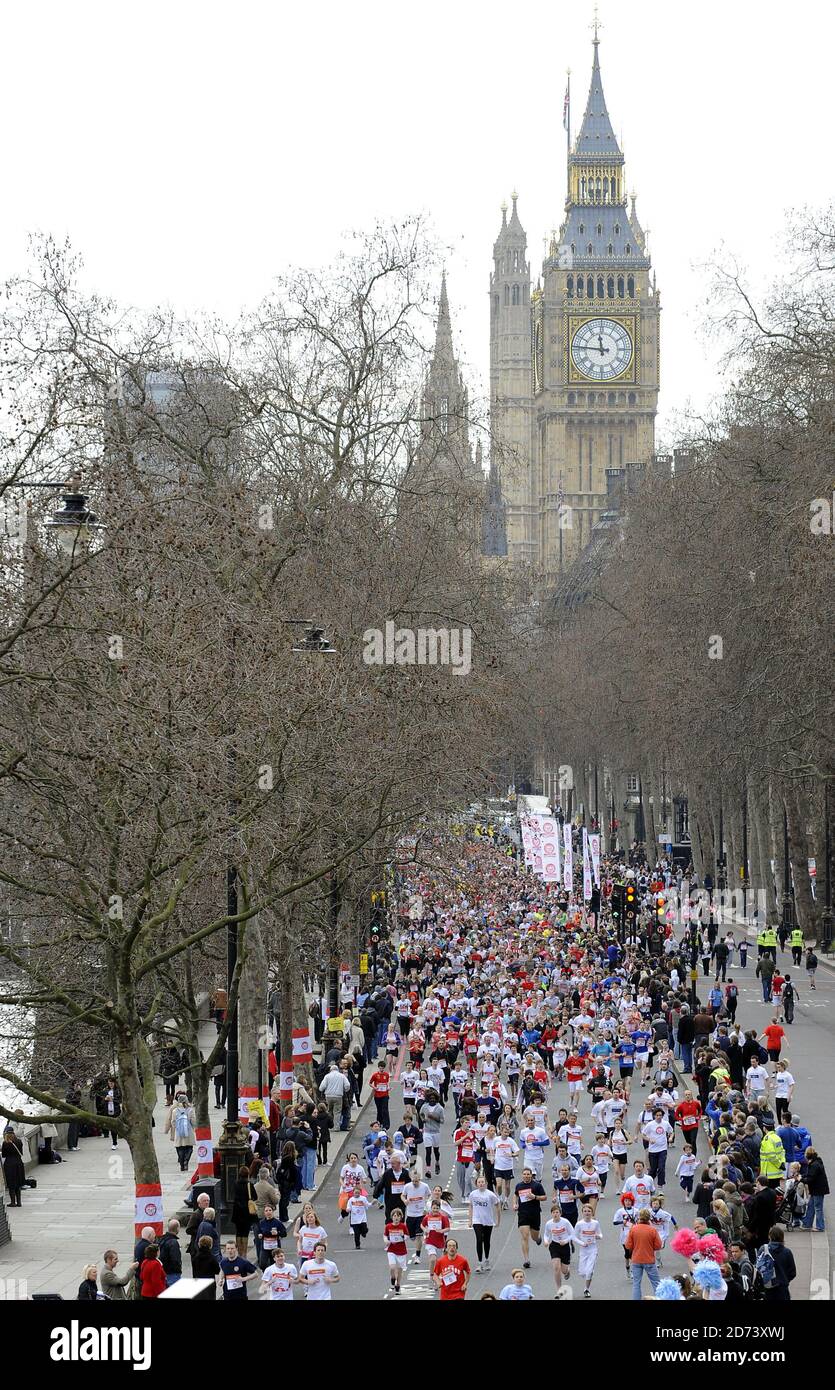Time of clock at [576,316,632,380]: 11:46
